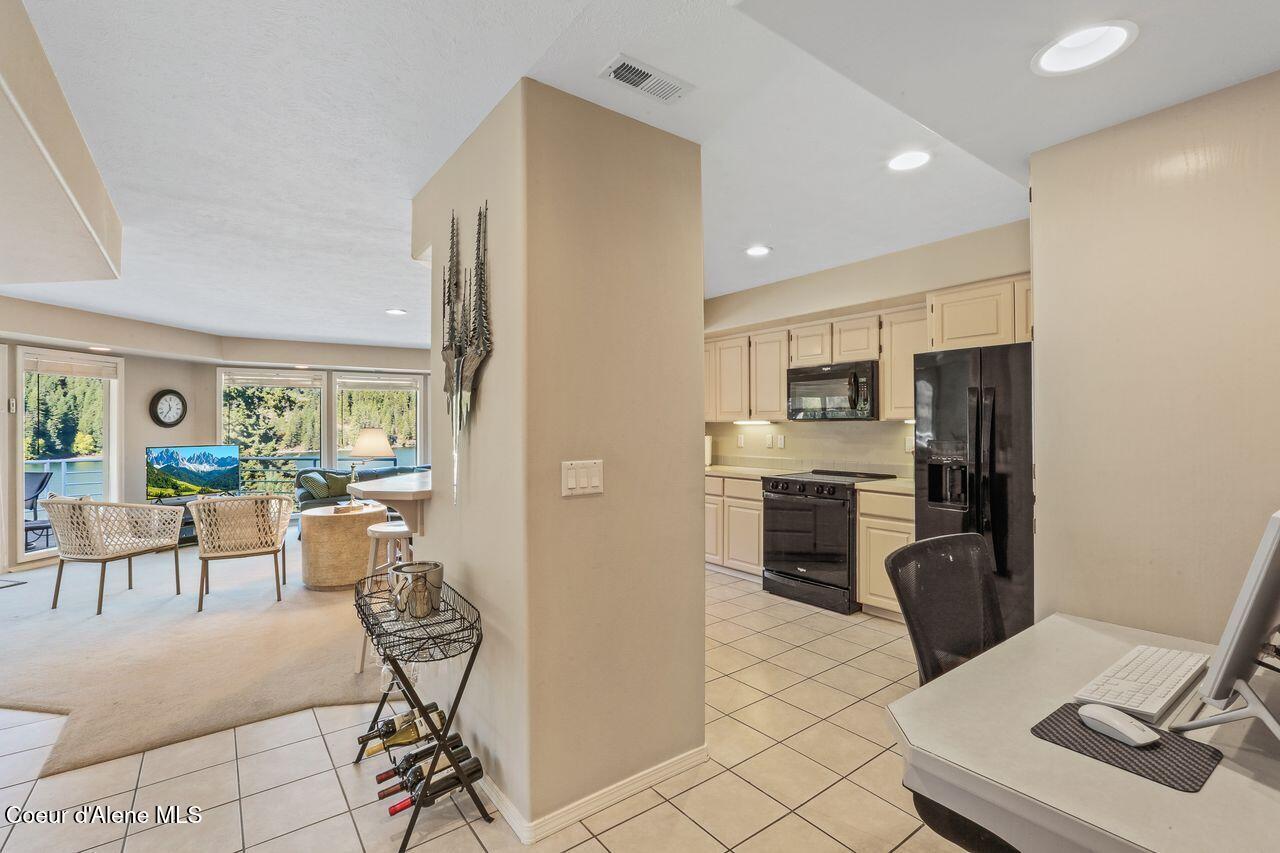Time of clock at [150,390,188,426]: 11:35
